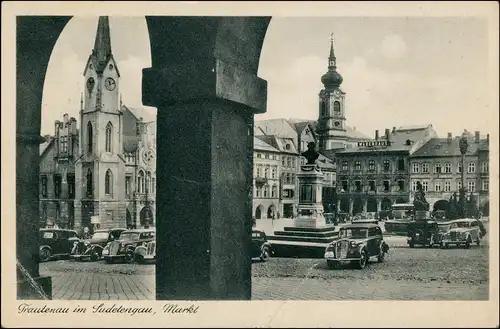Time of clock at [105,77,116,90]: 12:11
